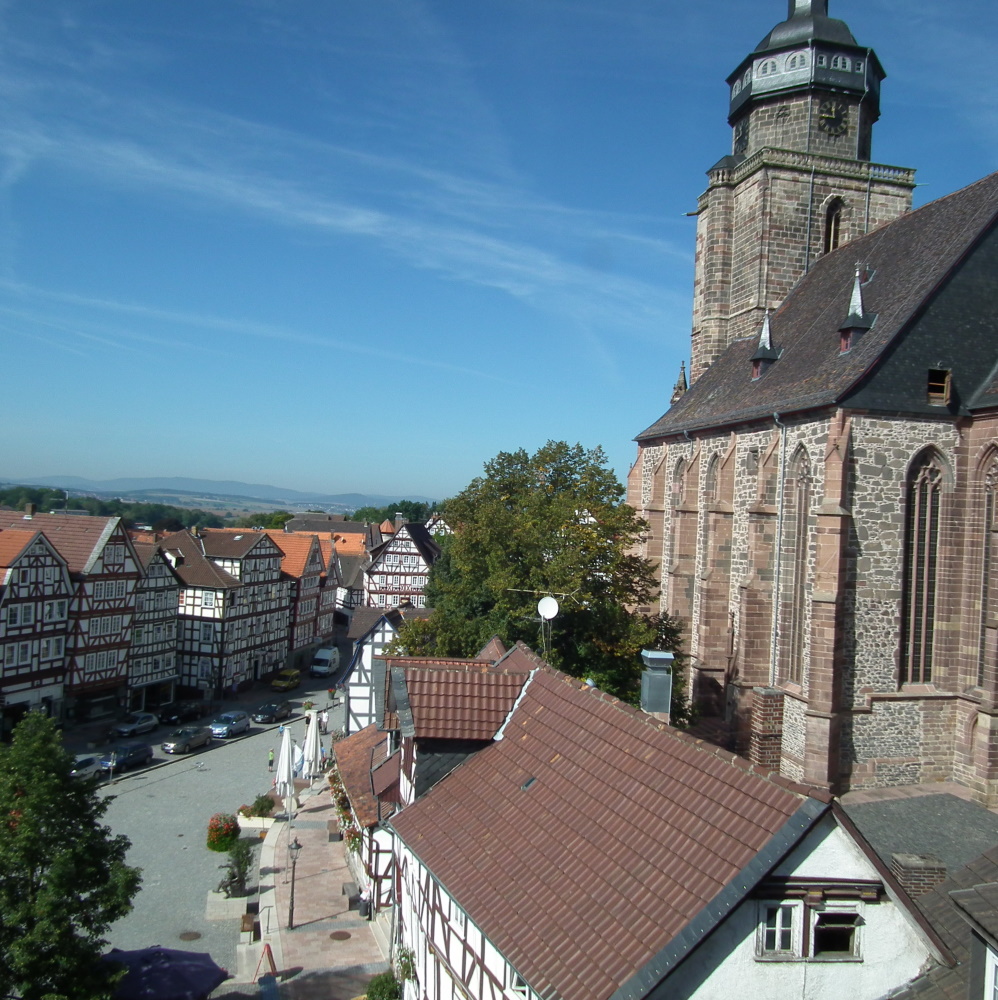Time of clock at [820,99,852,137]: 11:46
